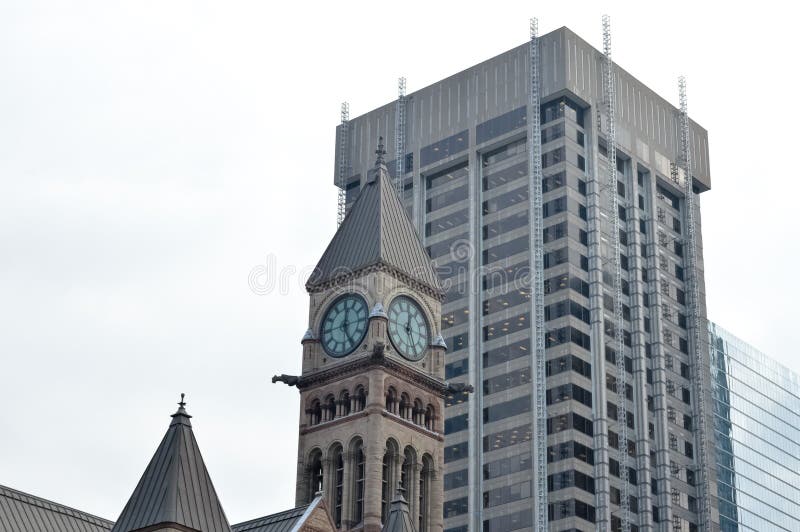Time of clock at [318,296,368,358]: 12:24
